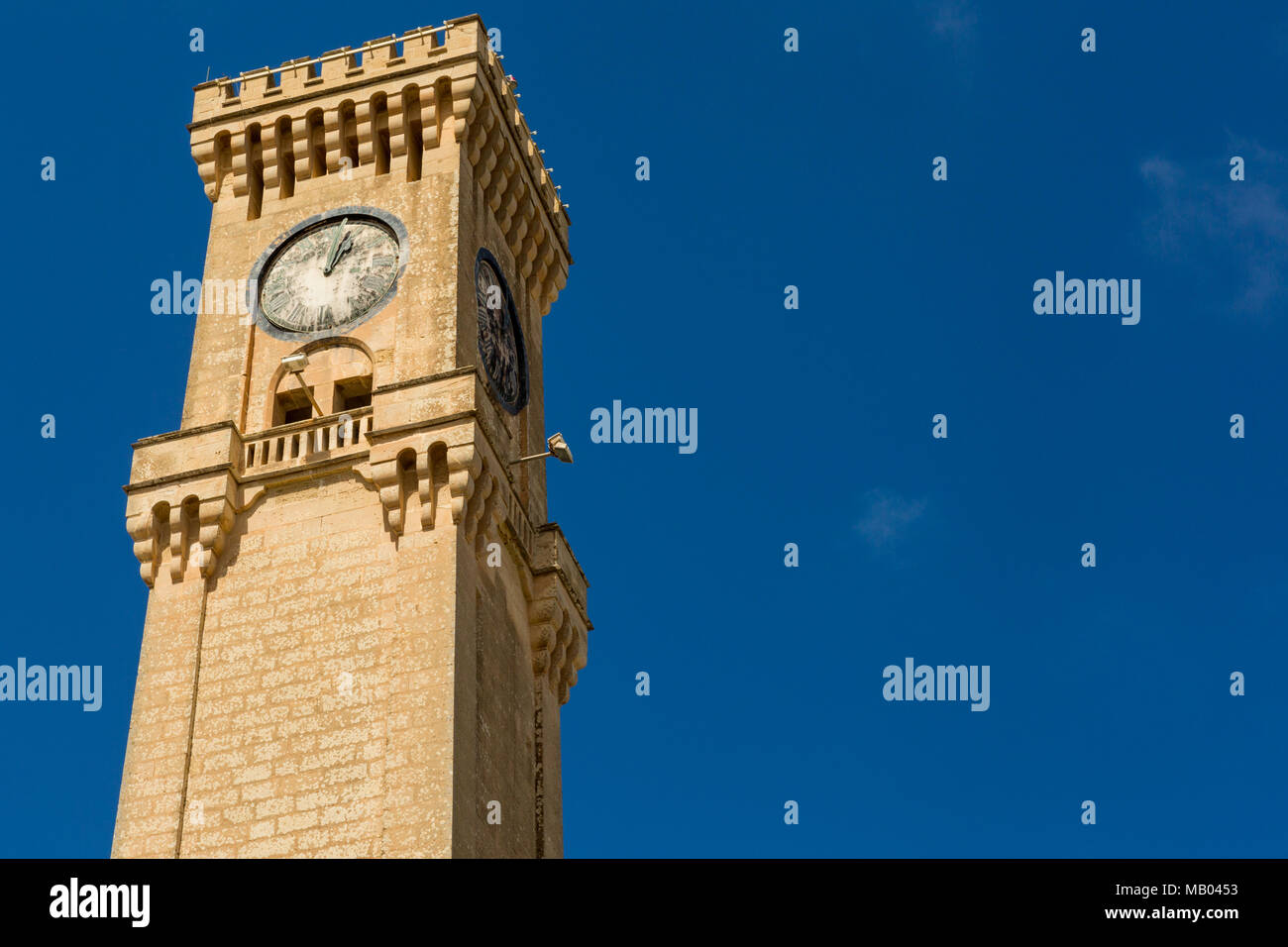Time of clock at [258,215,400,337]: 1:02
